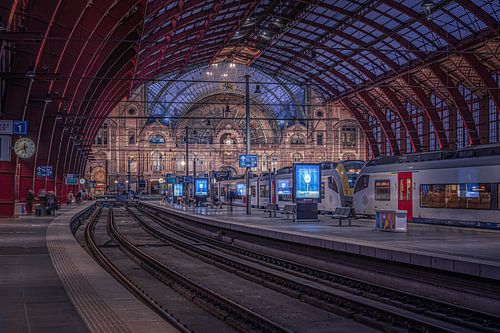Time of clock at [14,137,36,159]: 5:40
